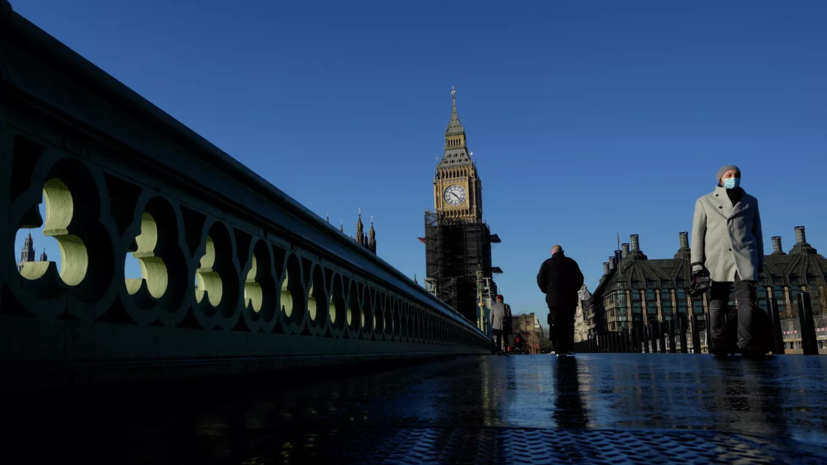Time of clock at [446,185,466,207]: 10:22
